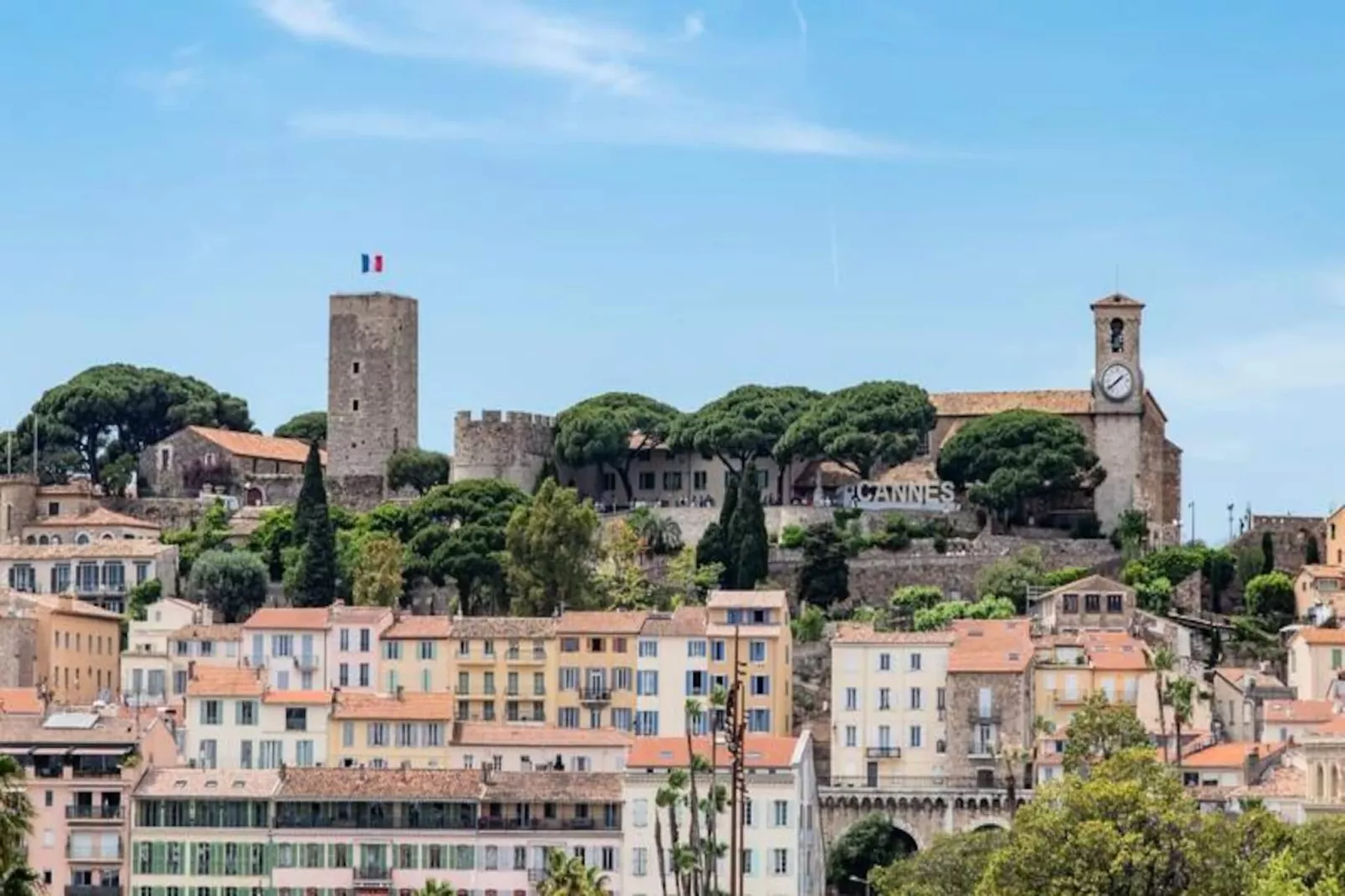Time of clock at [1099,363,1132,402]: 1:38
